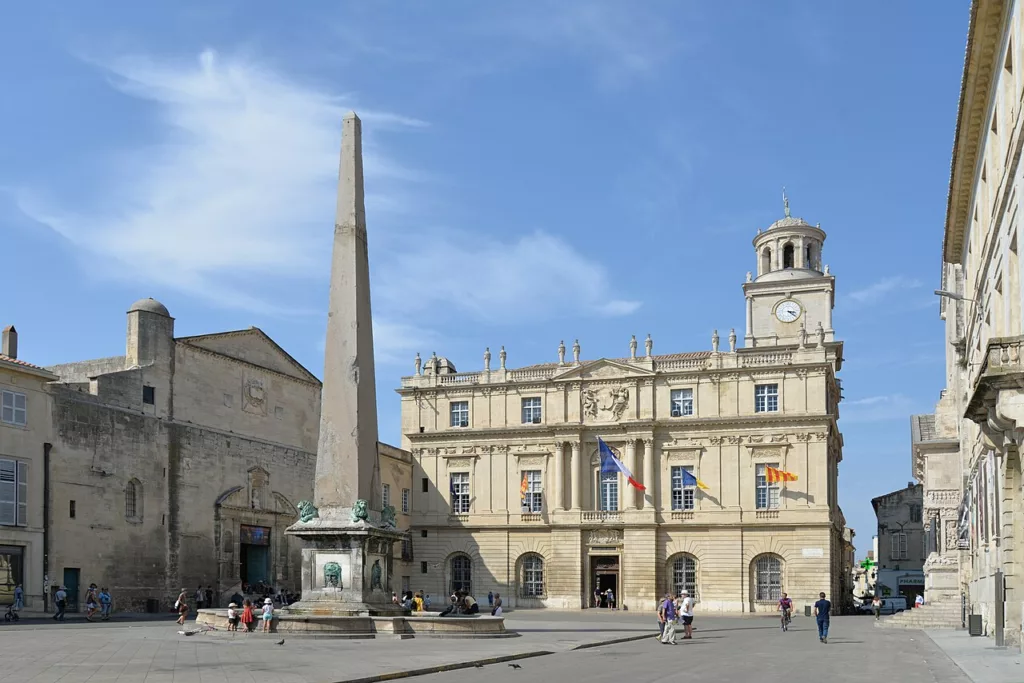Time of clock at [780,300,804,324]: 3:21
